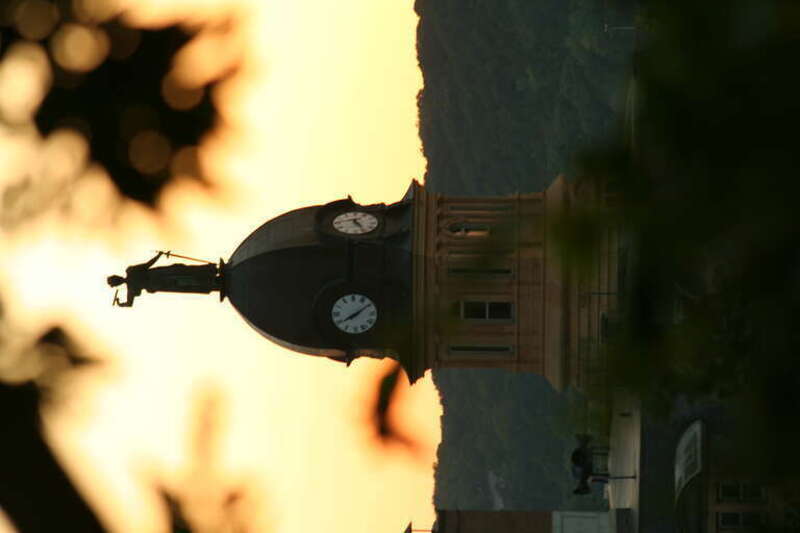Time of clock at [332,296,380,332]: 8:09
